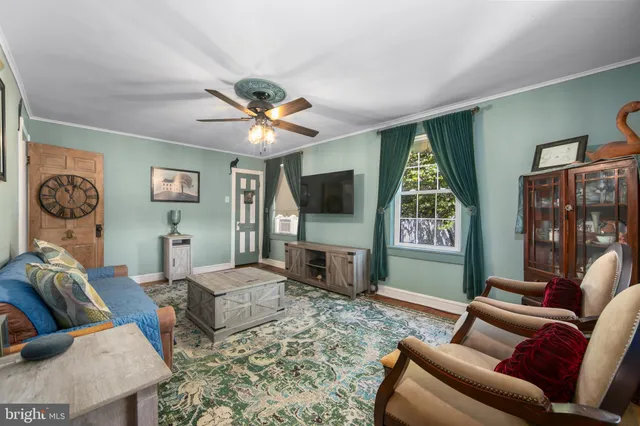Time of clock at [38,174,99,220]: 11:02
